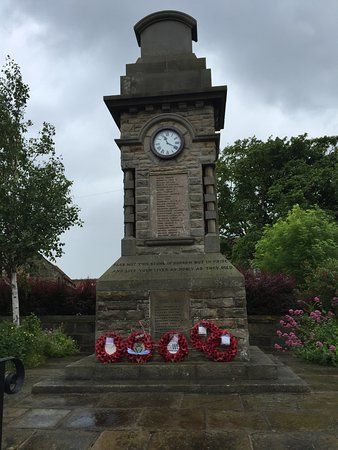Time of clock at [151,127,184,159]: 11:19
